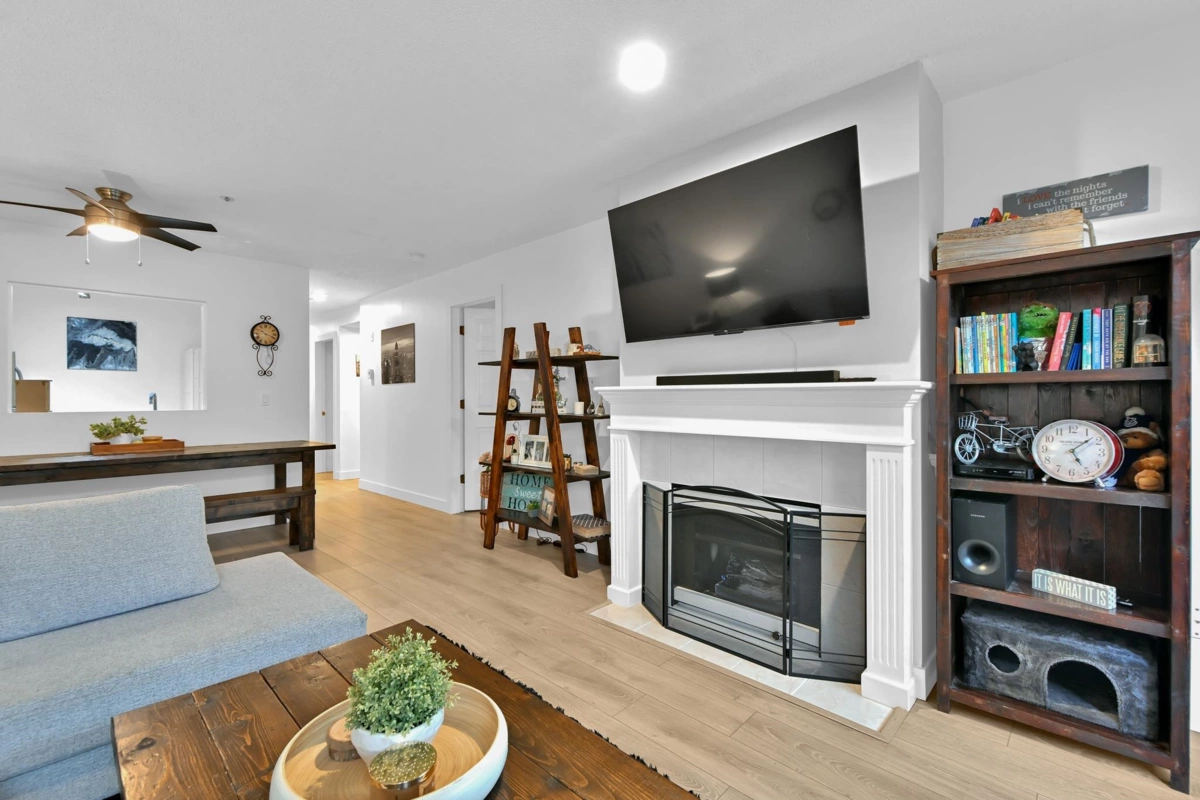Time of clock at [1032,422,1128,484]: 5:08
